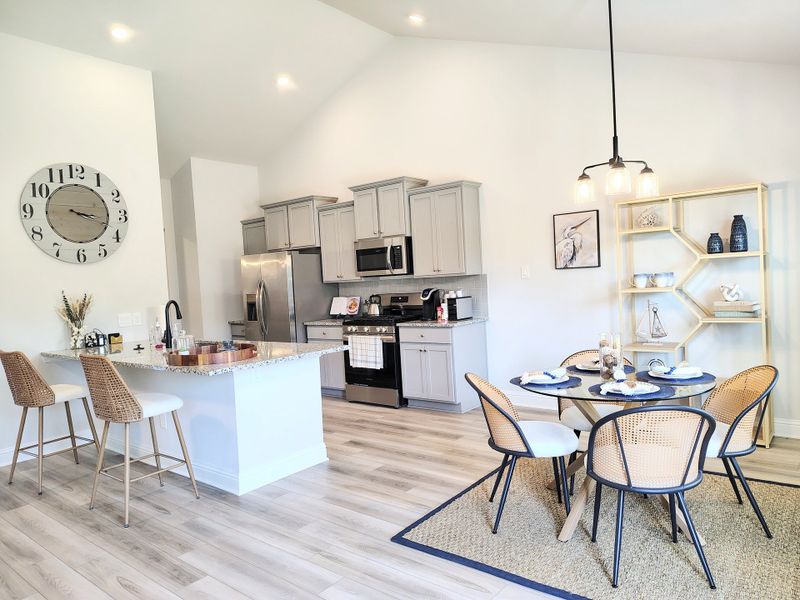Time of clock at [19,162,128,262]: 3:18
